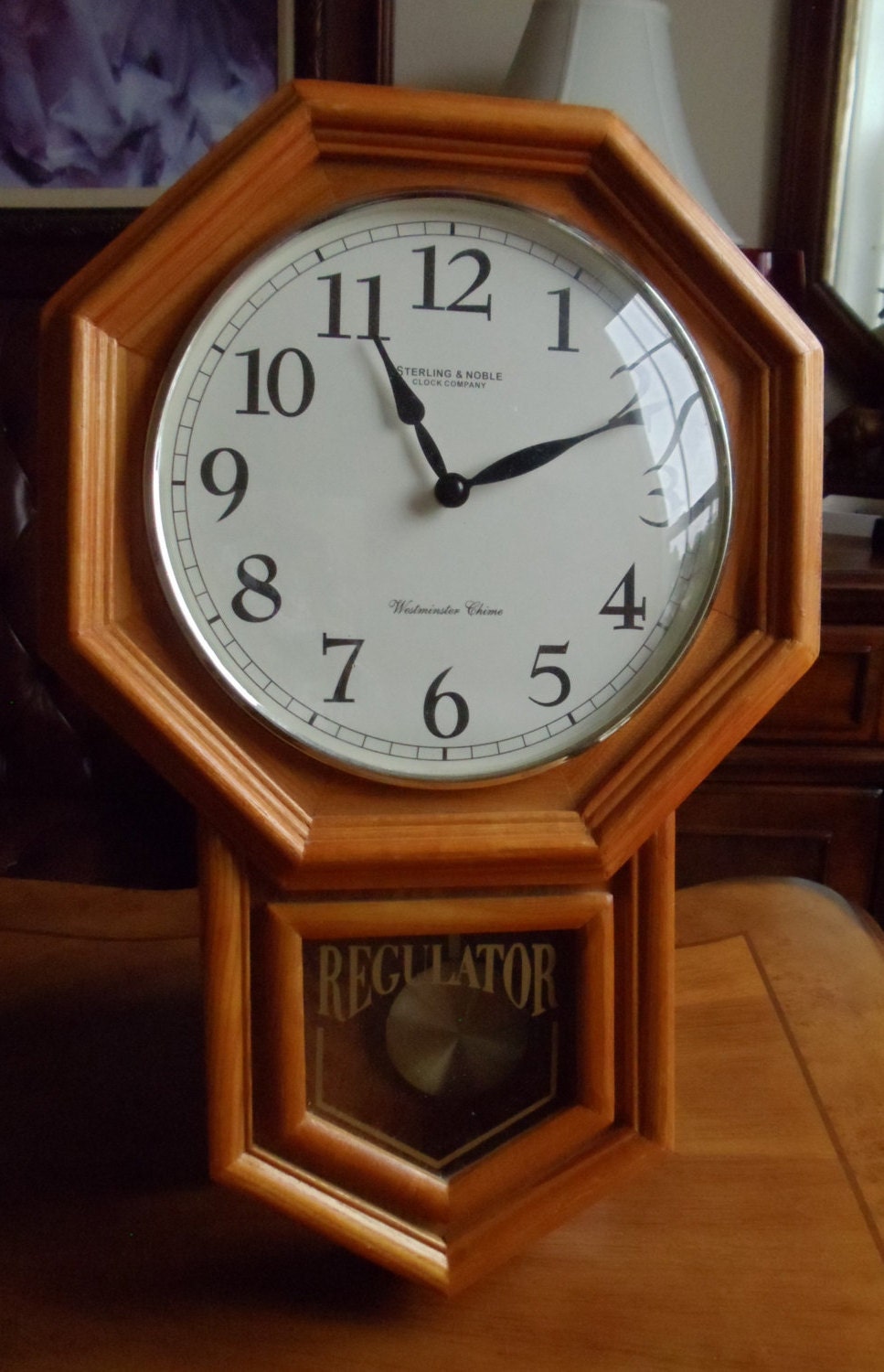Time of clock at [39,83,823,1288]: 11:10
